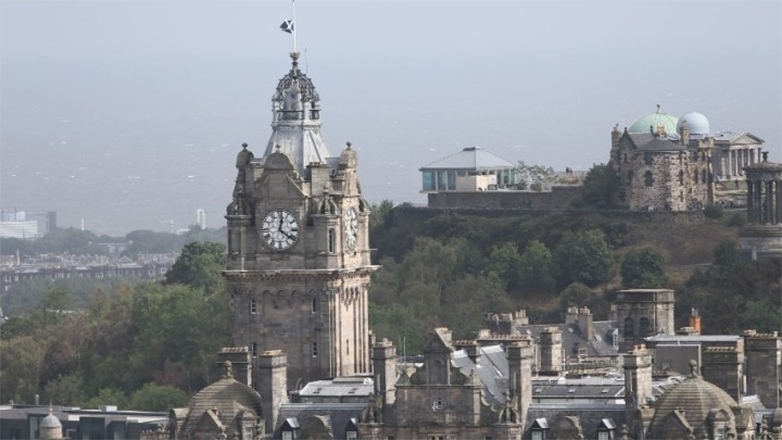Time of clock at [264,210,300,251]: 12:21
